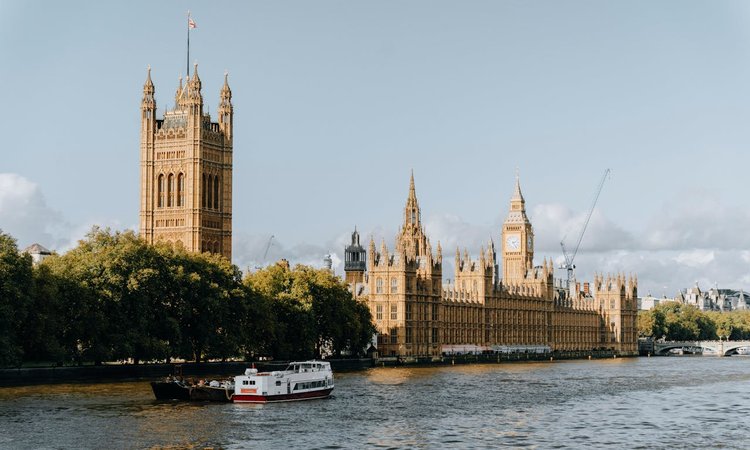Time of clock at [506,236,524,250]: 2:24
